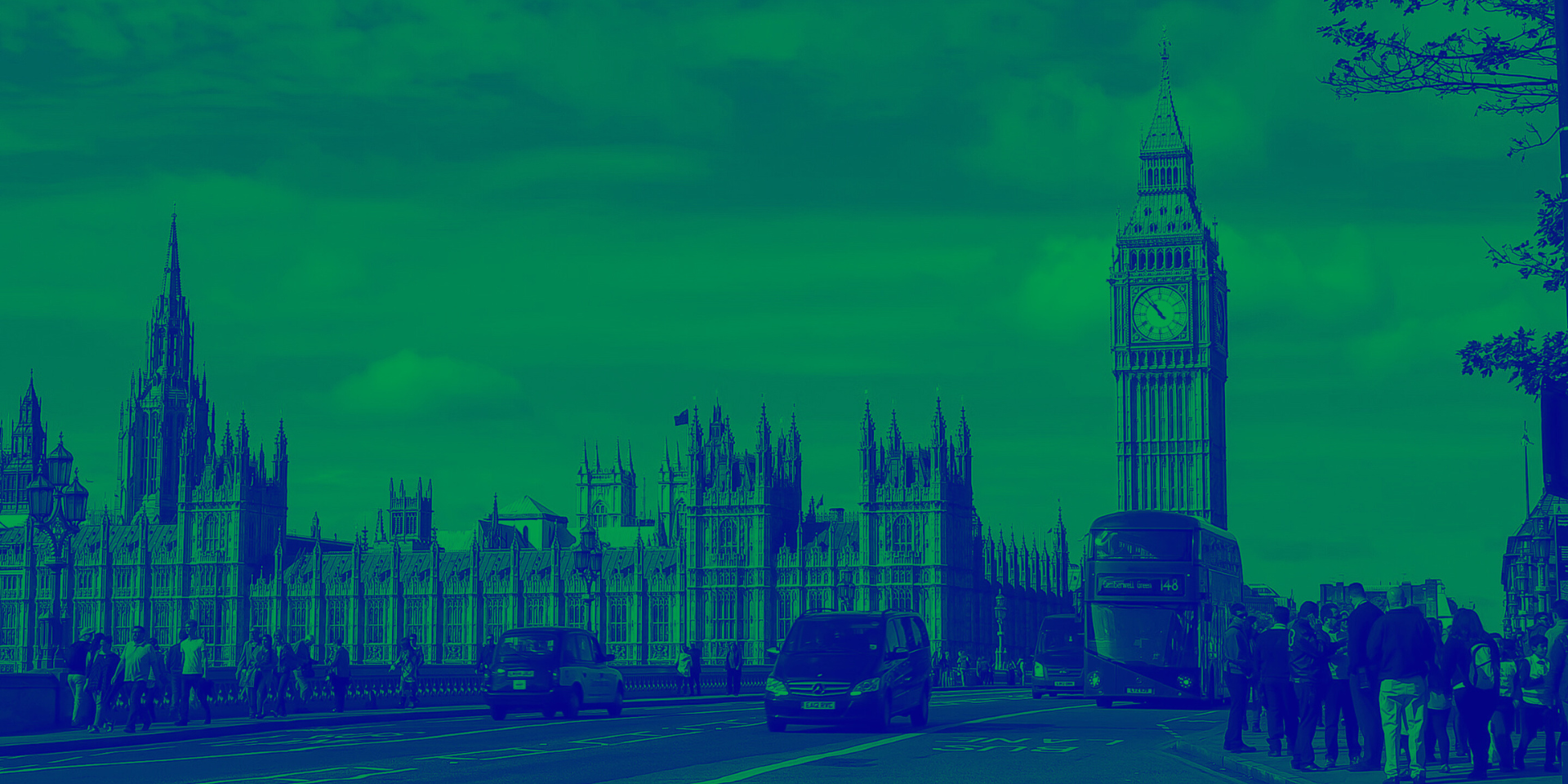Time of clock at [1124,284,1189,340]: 10:52
